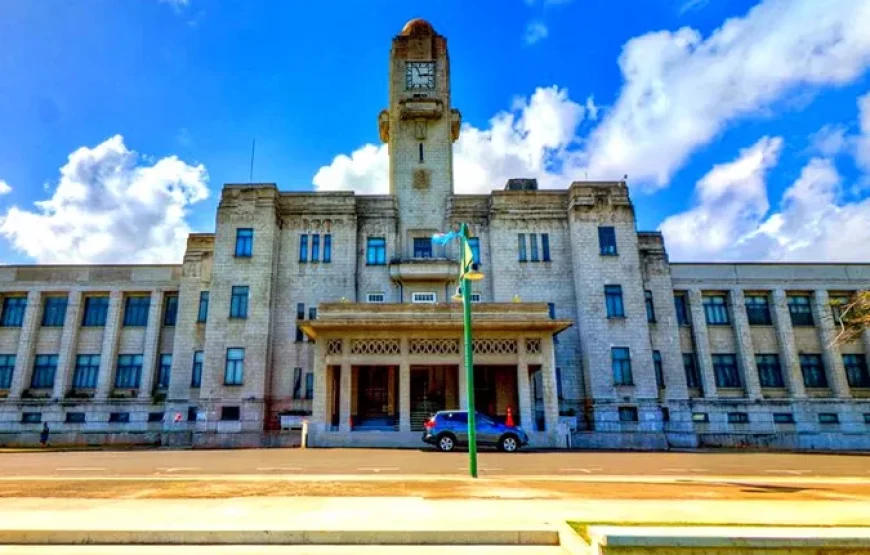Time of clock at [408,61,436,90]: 2:56
